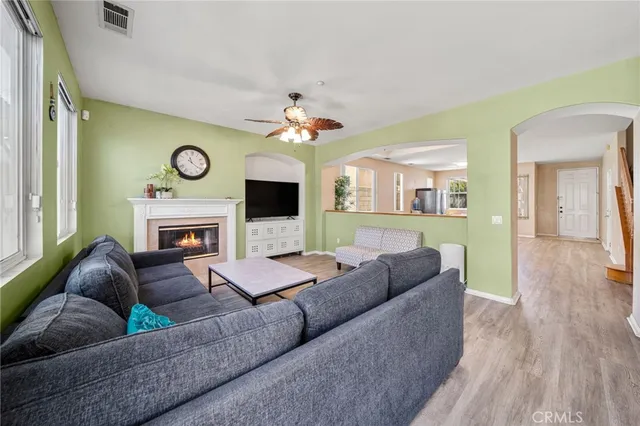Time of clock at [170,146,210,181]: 11:20
